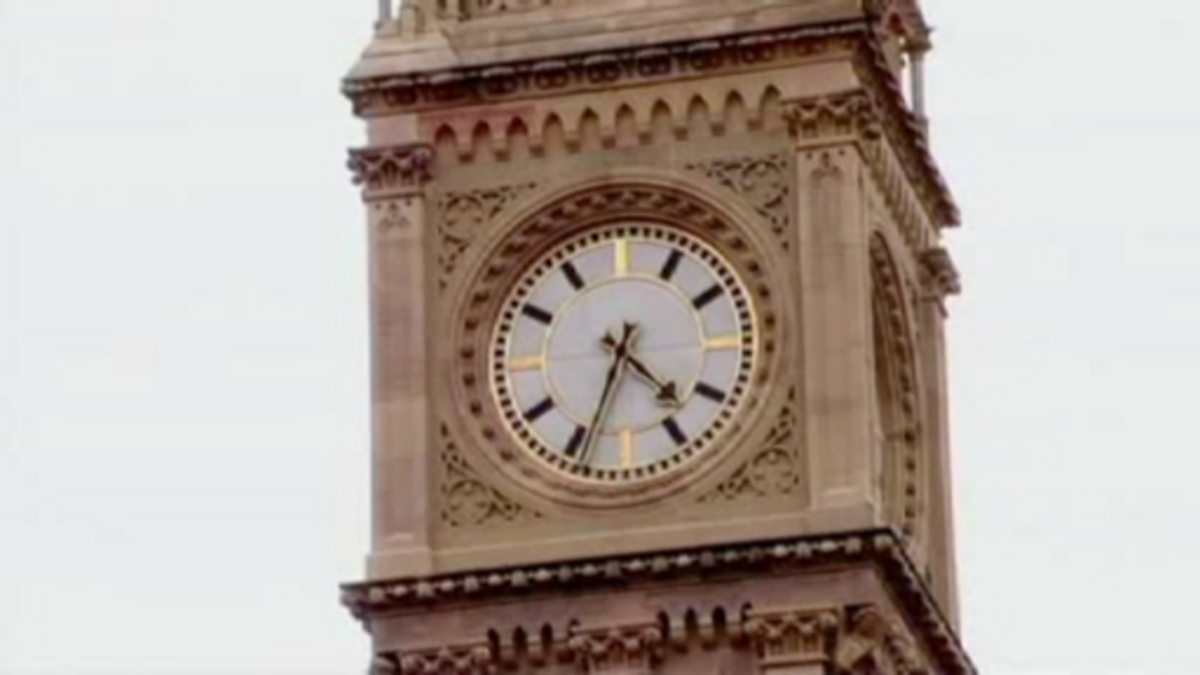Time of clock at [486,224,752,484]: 4:34
